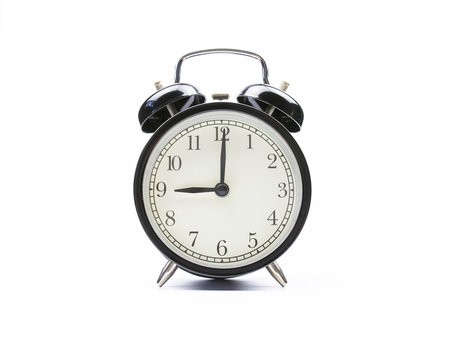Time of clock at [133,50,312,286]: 9:00
